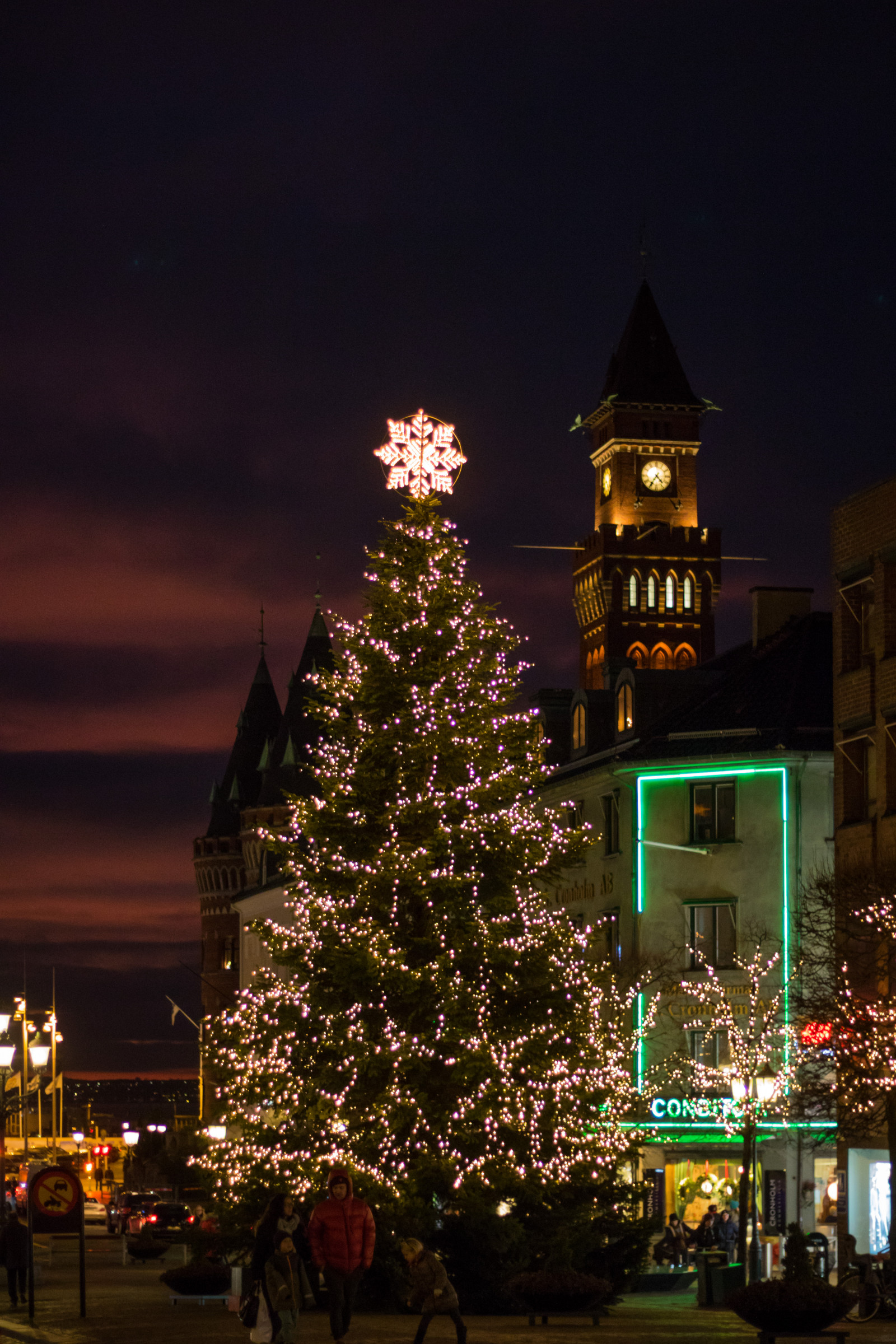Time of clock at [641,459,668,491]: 4:35
